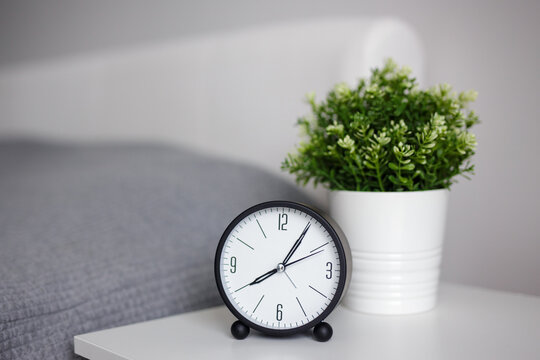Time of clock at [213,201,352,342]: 8:05
